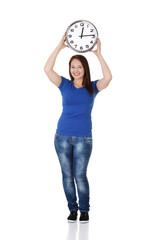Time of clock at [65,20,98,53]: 12:14
